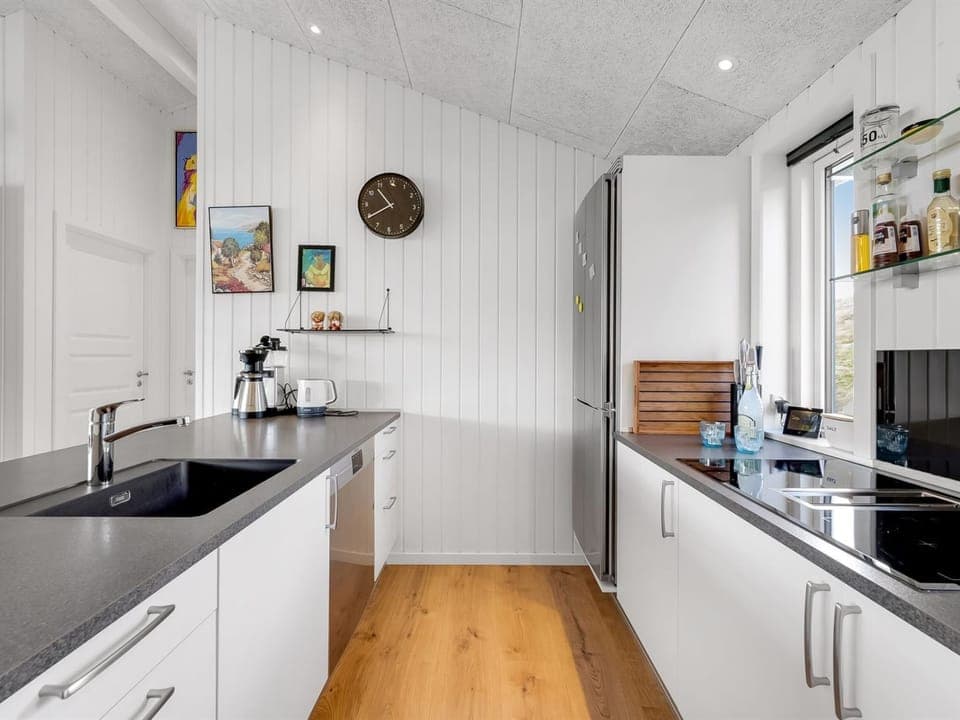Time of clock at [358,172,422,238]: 10:39
